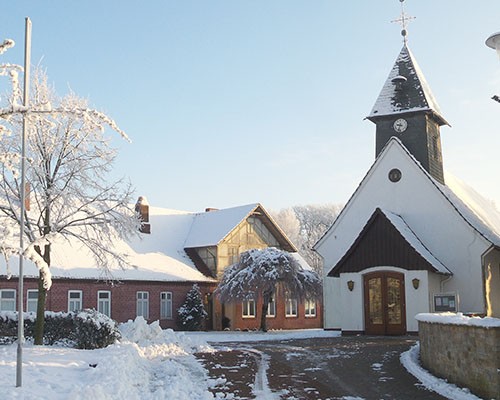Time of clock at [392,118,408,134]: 9:33
